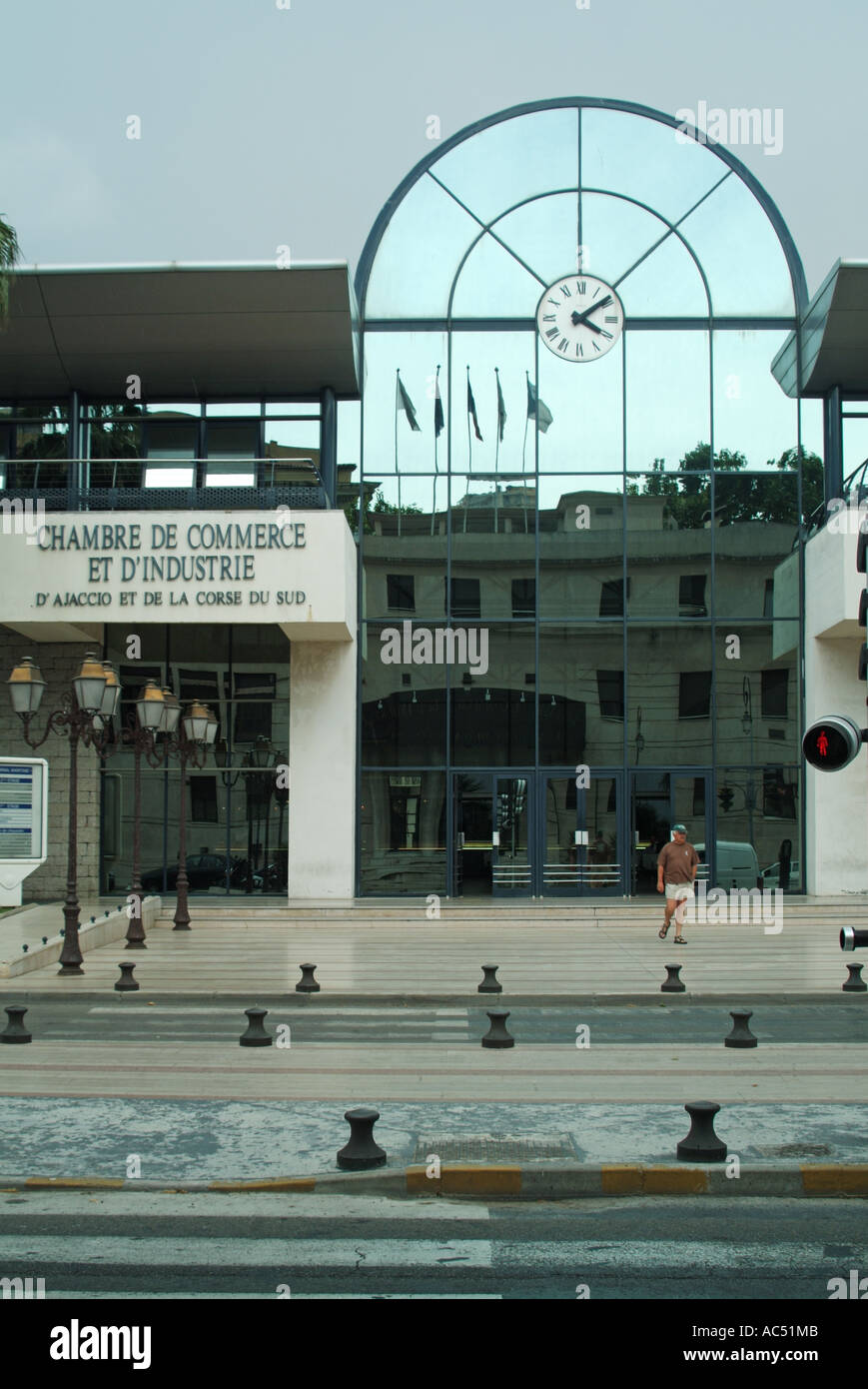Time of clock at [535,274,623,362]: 4:08
